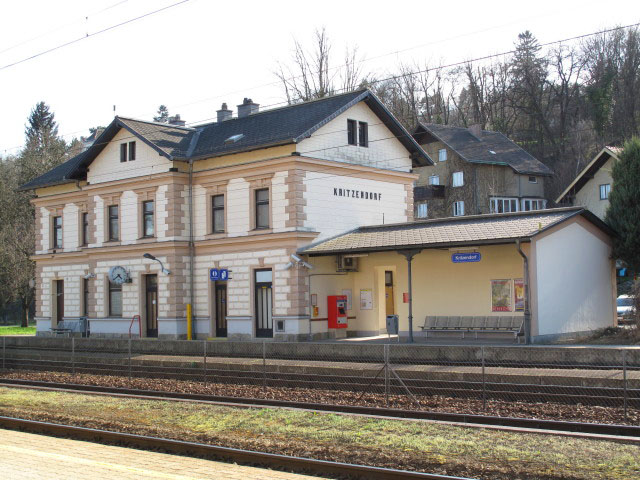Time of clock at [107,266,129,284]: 4:38
